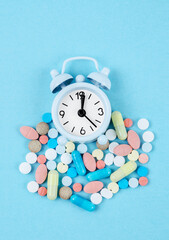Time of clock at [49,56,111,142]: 12:22
